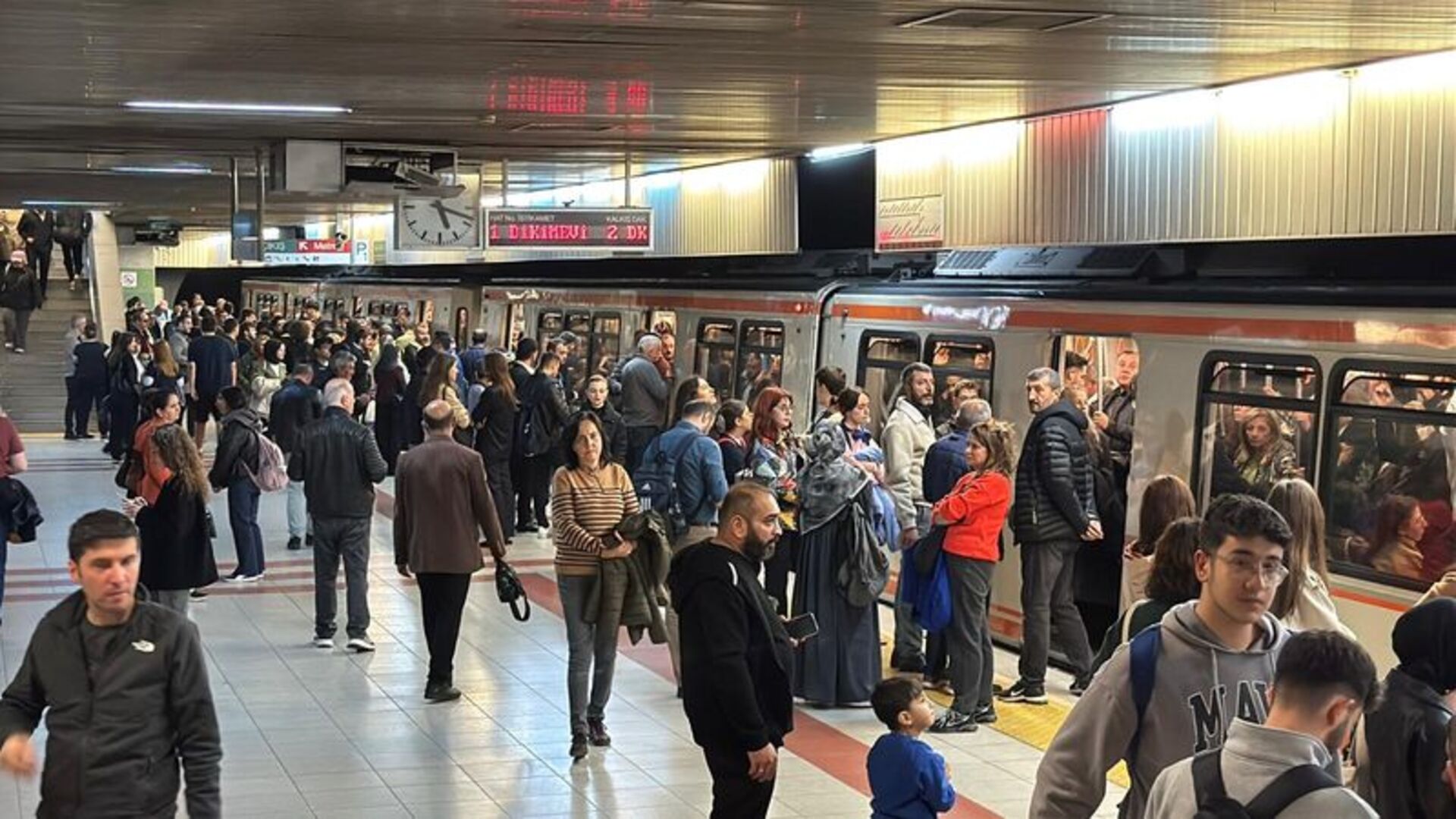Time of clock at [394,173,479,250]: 5:18
